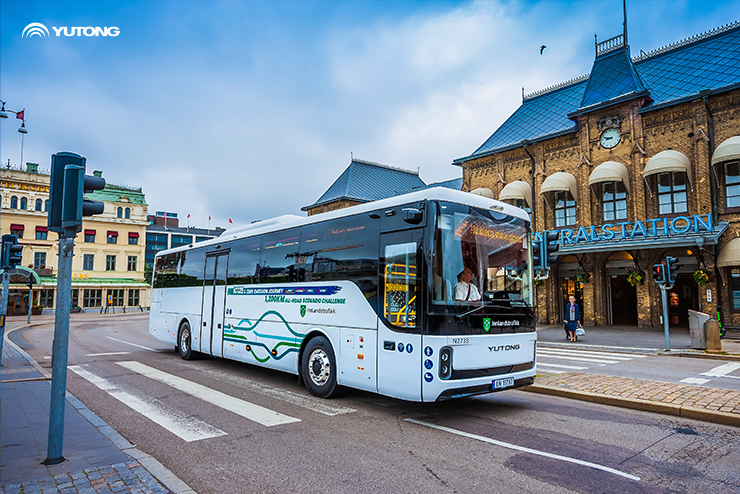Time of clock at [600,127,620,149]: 8:47
